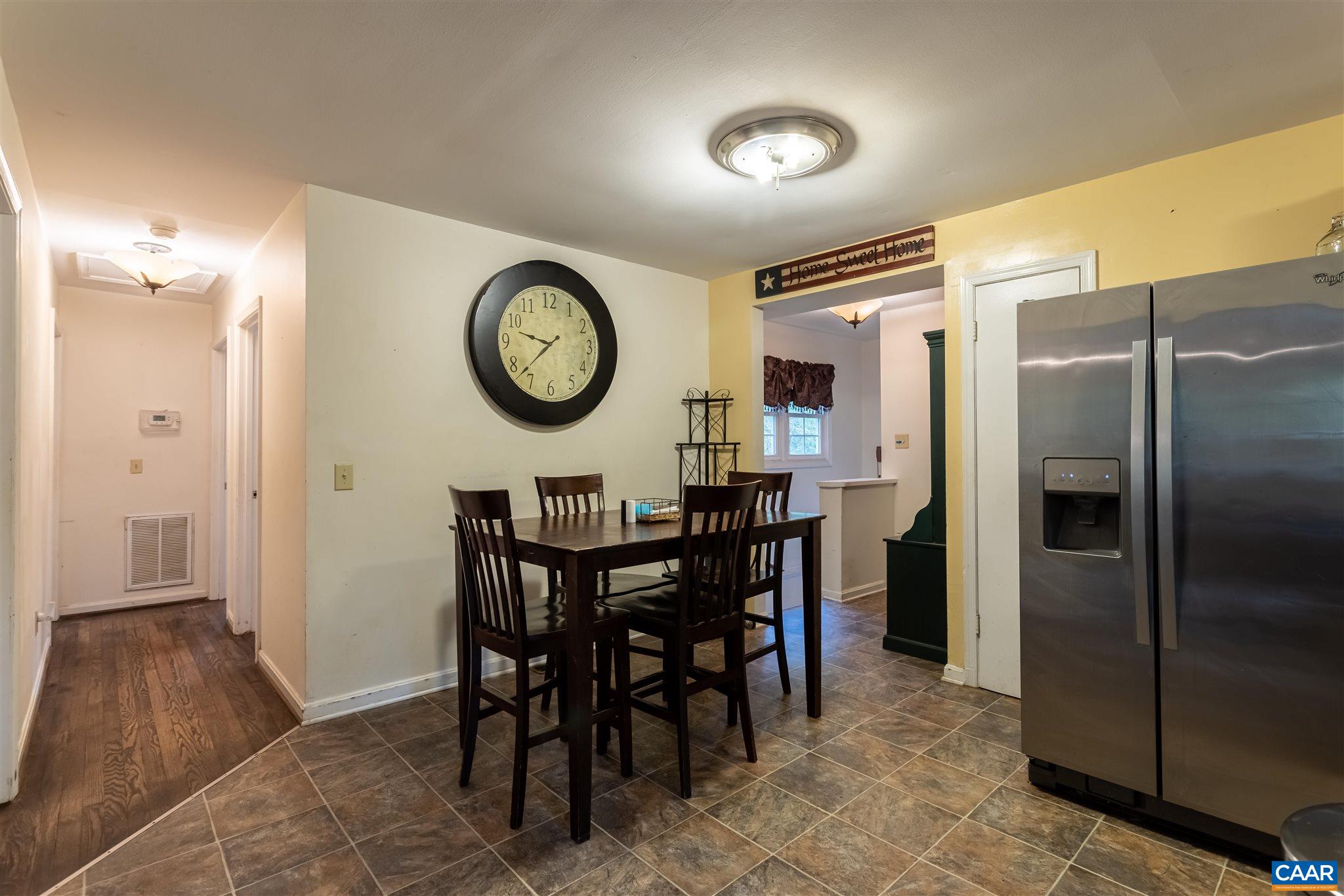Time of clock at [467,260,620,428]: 9:37
